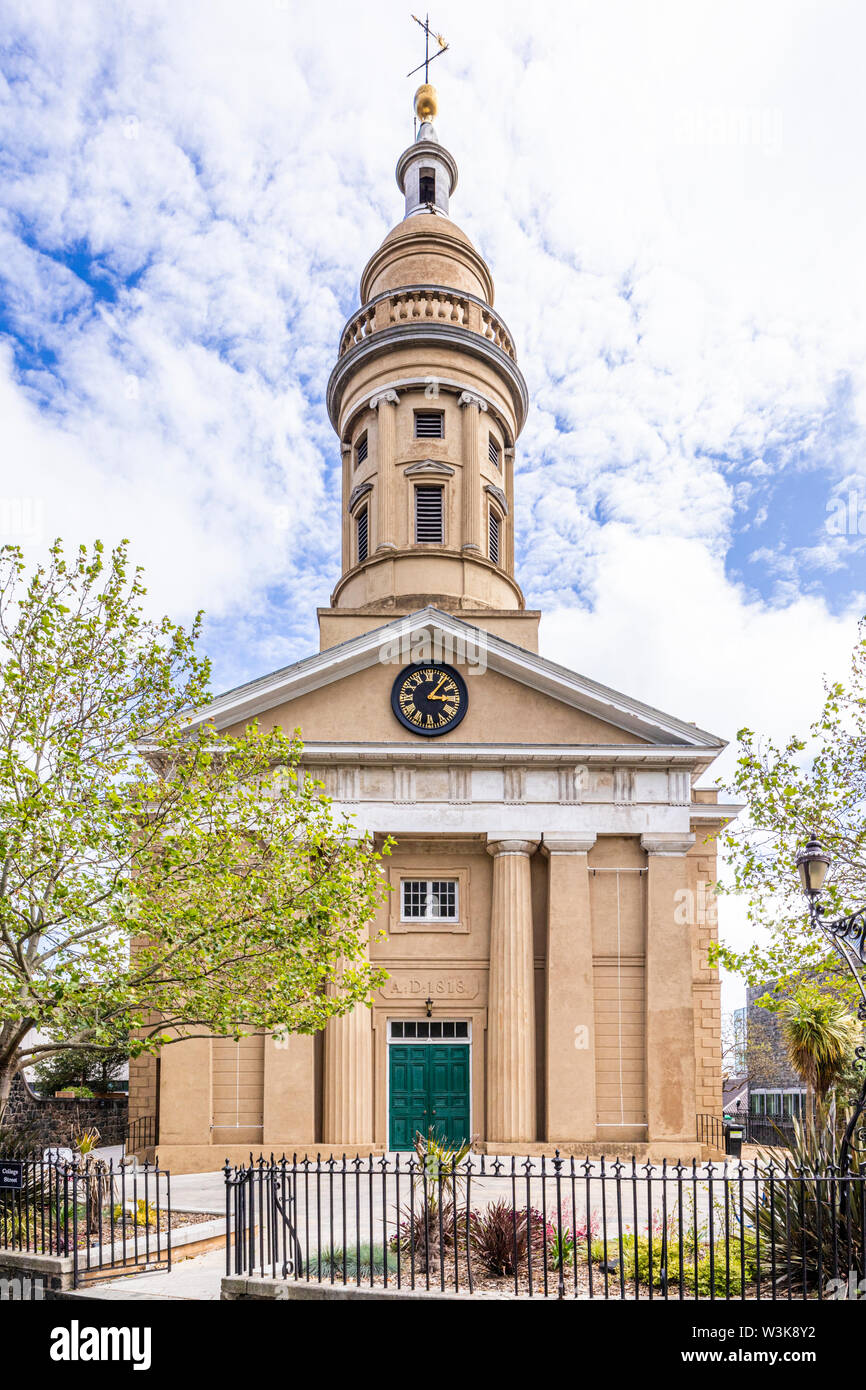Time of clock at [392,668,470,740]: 3:06
